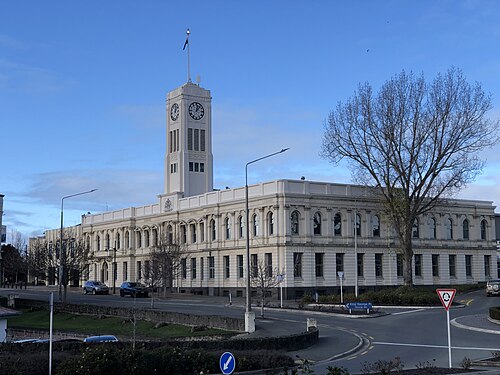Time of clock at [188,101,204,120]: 12:06
